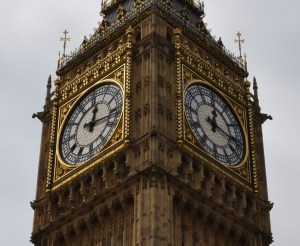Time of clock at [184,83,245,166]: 12:16
